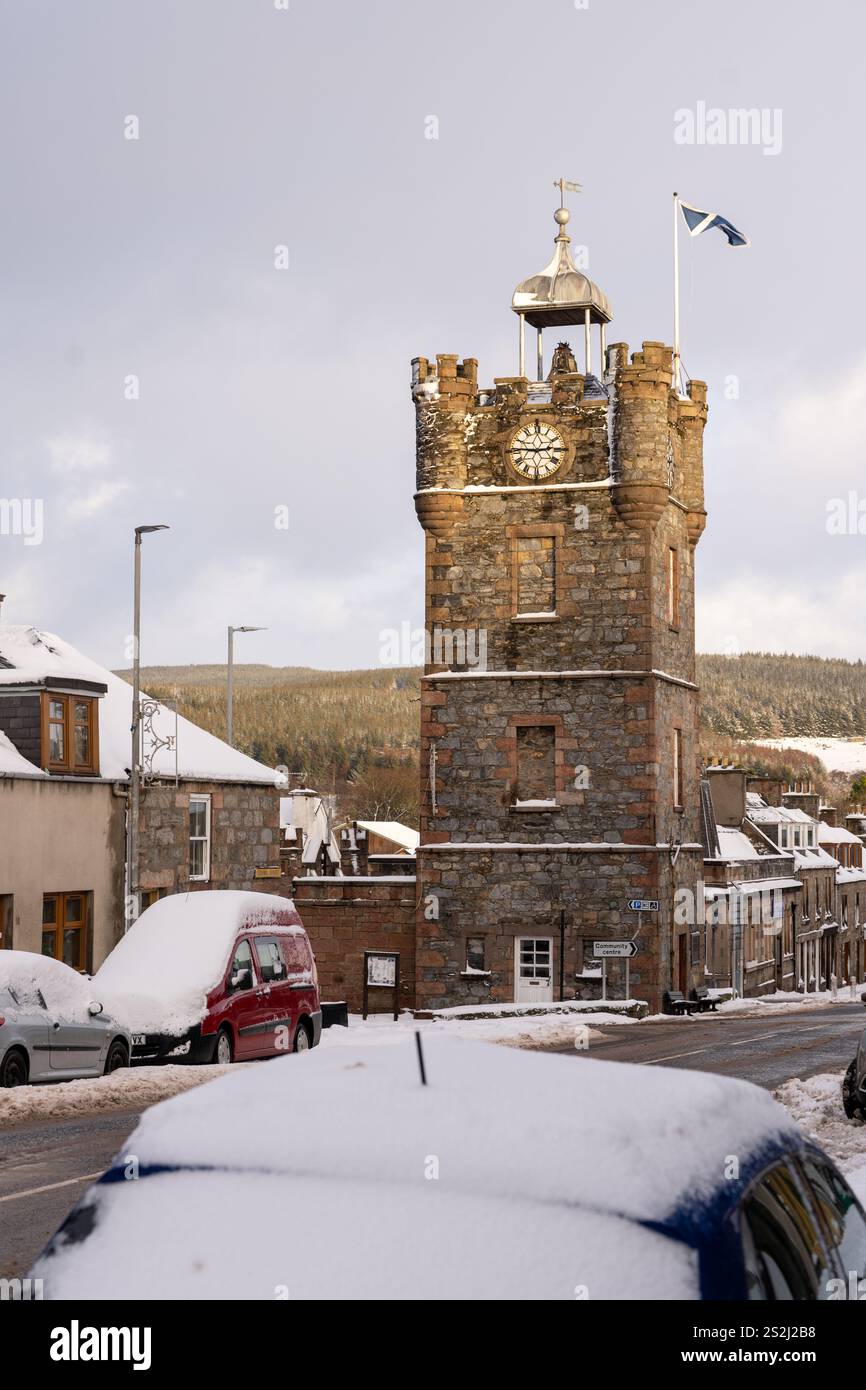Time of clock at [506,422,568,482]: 2:45
